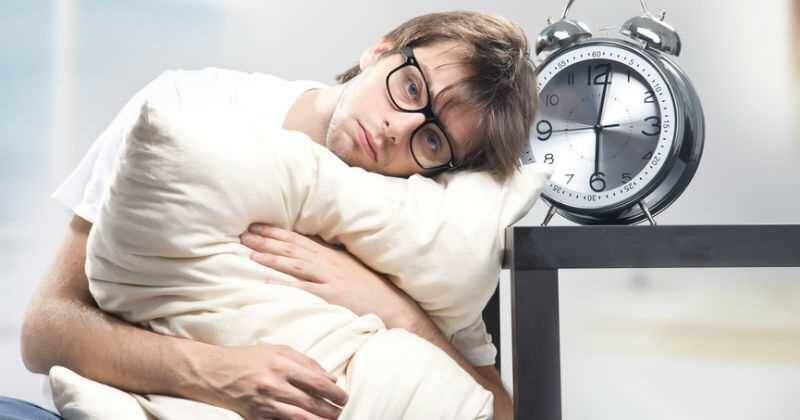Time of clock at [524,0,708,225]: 6:01
